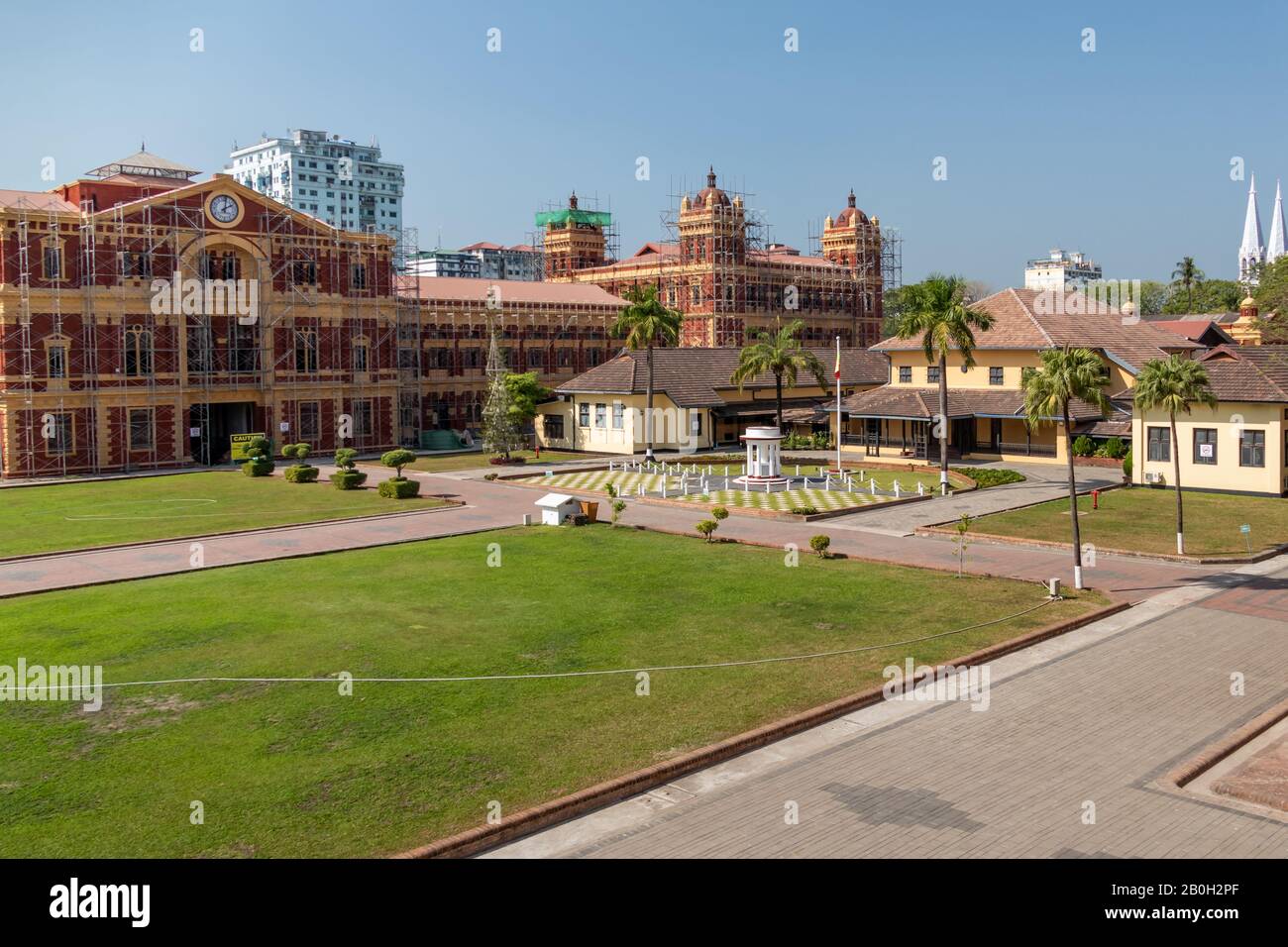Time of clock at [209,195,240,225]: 2:01
